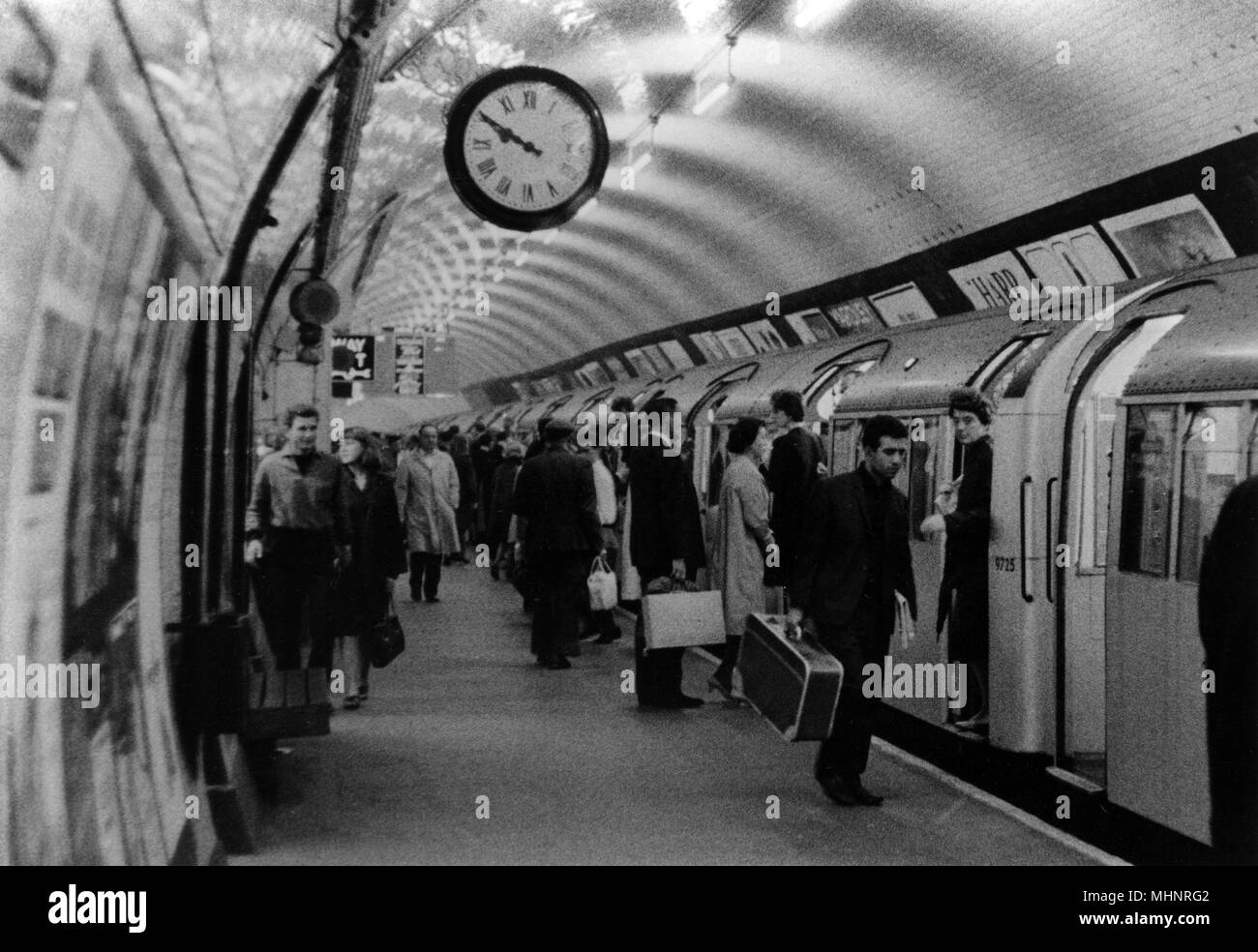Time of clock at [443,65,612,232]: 9:50
